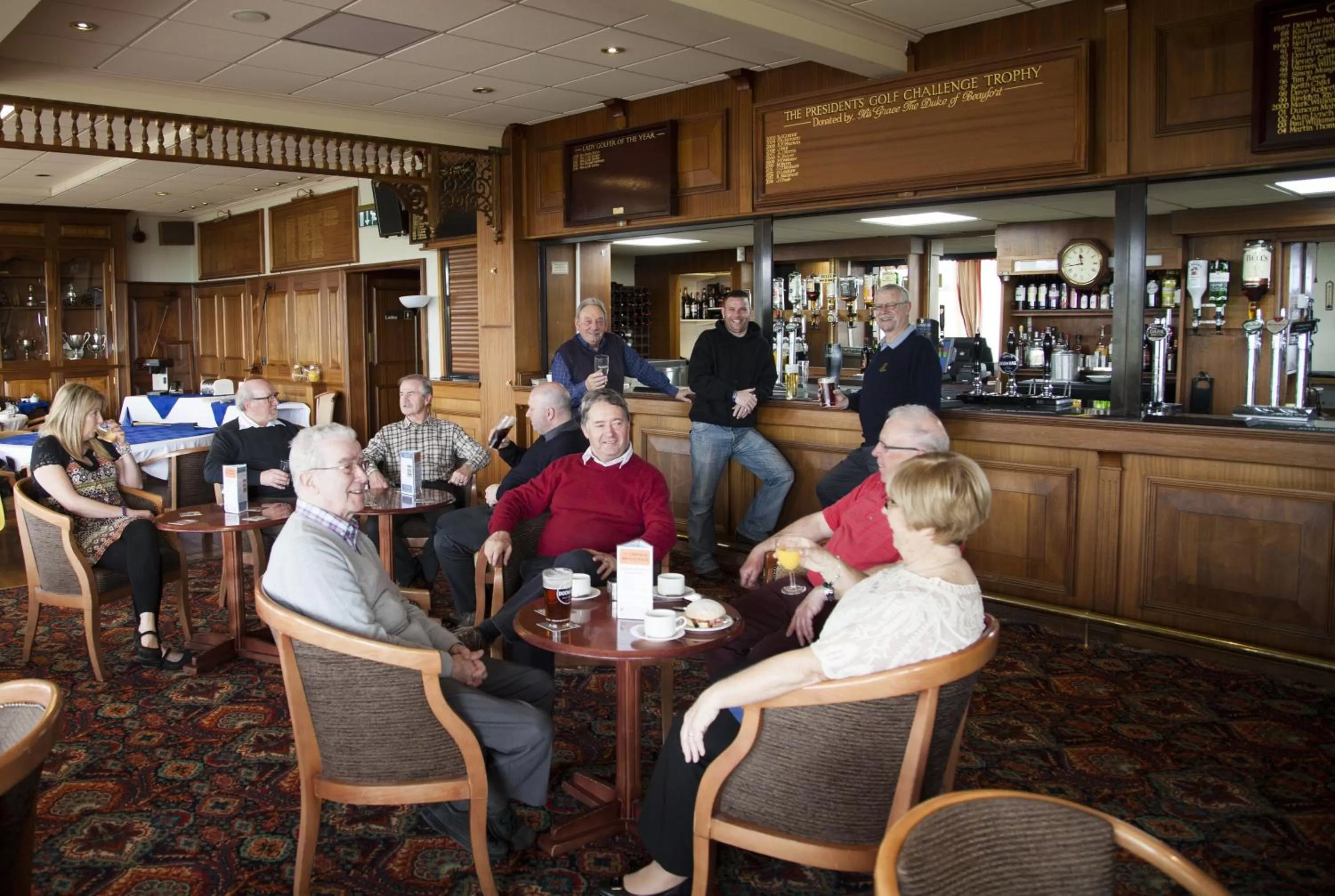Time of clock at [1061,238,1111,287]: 11:43
